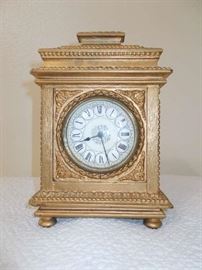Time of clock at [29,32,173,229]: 8:26
